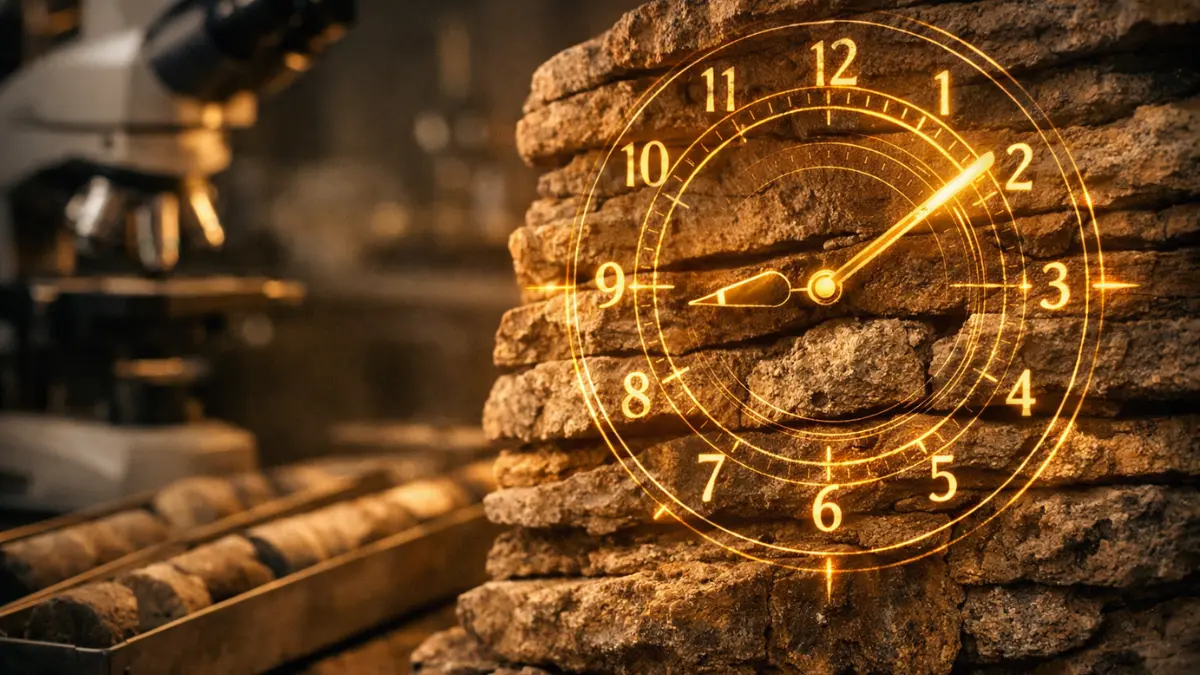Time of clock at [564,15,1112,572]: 3:08
